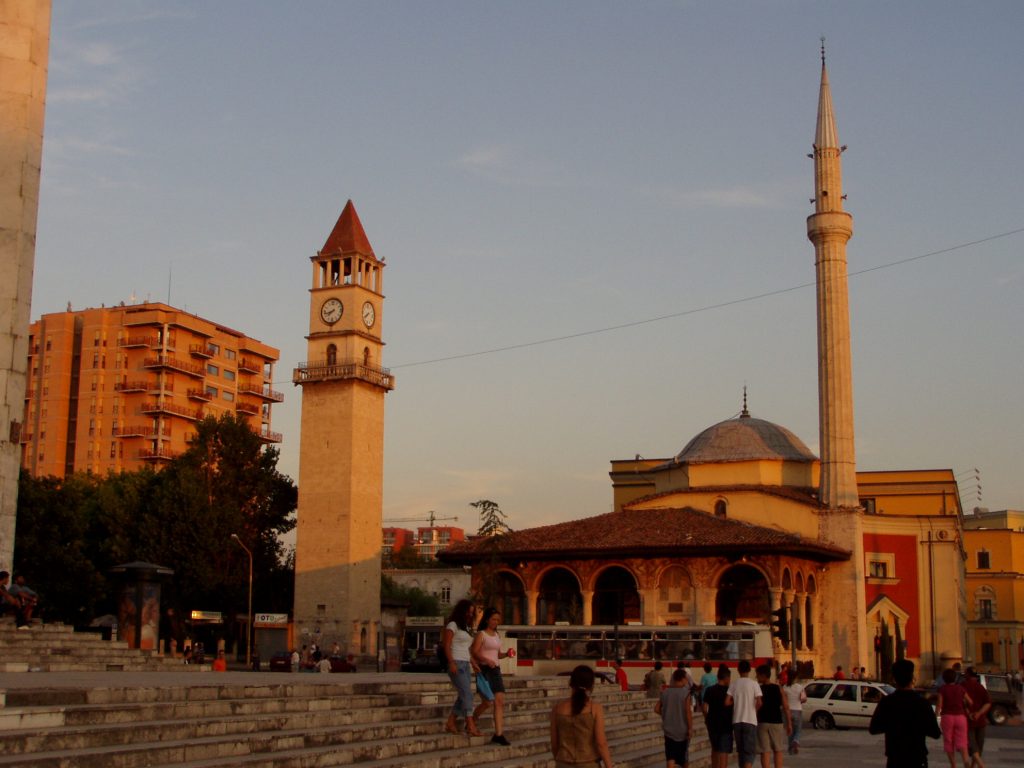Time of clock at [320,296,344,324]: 7:42
